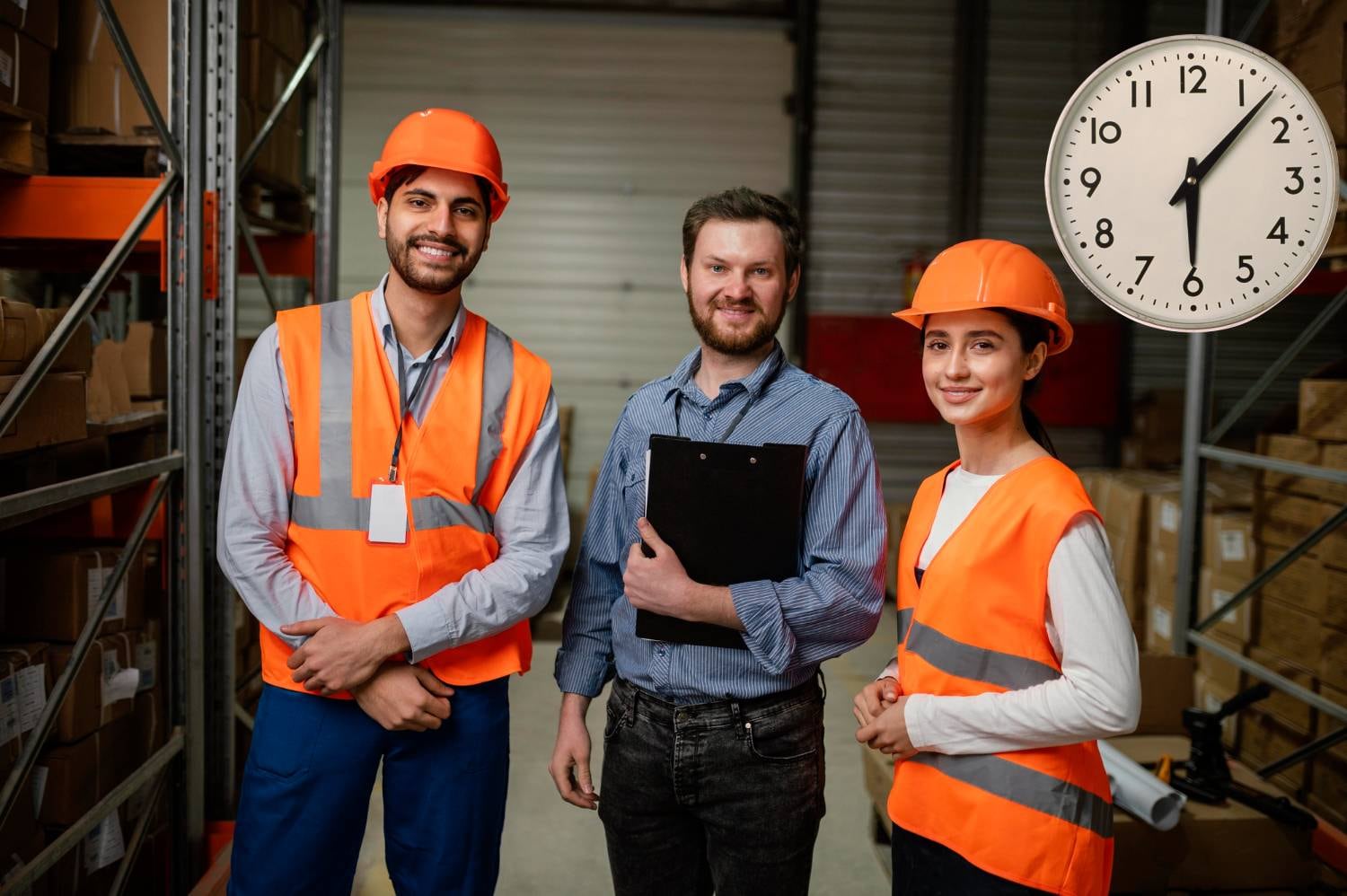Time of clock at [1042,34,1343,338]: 6:07
